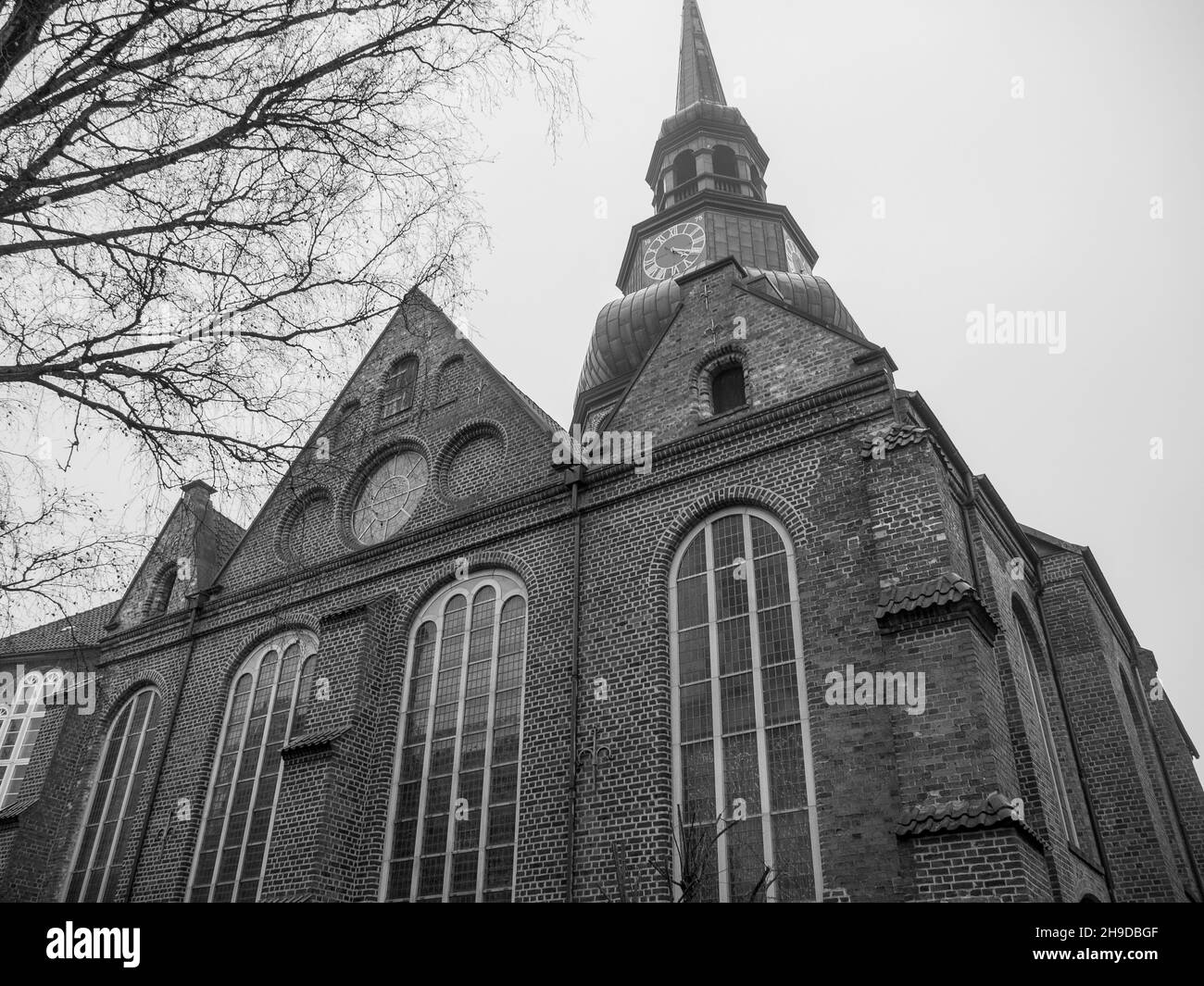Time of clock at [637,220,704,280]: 4:19
